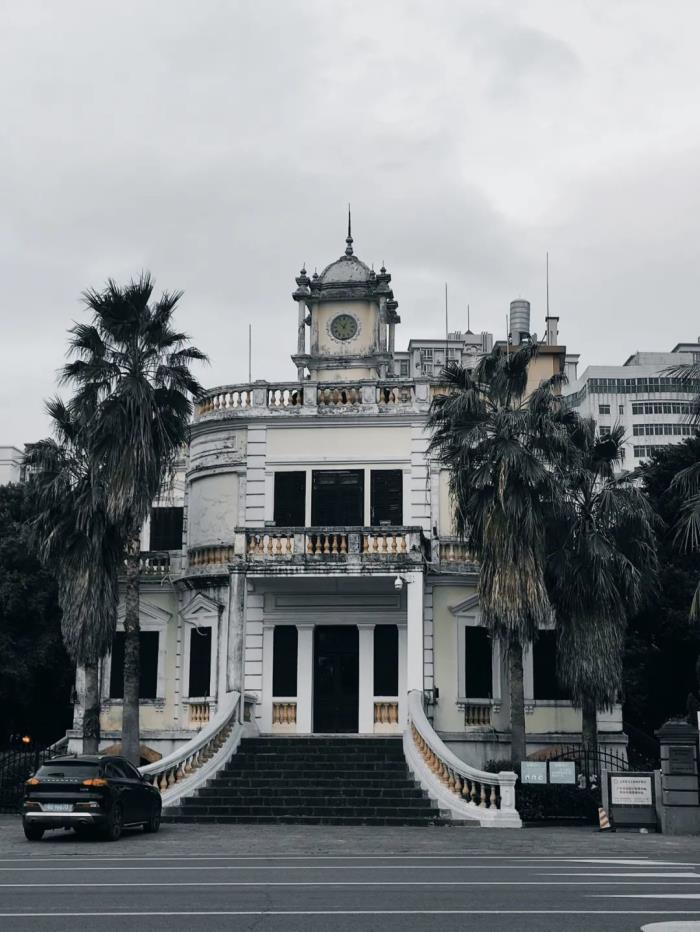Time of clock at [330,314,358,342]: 12:52
